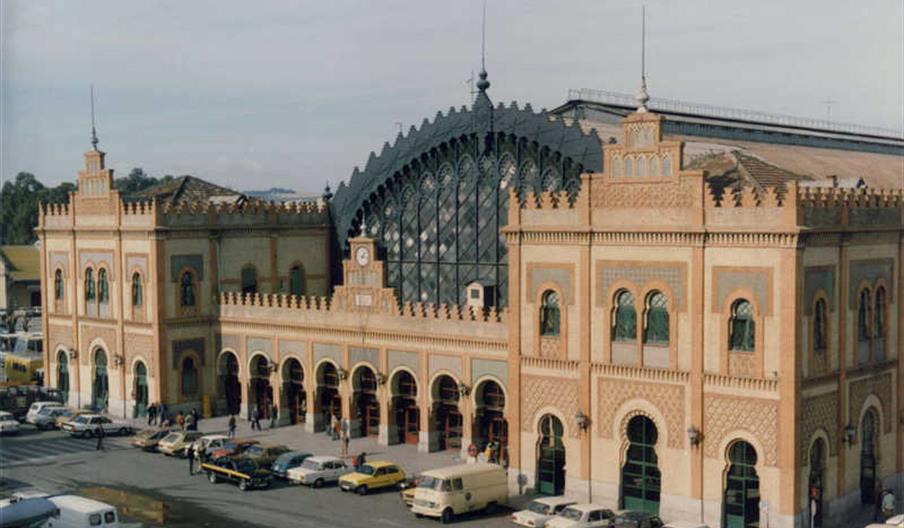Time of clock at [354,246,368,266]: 7:17
